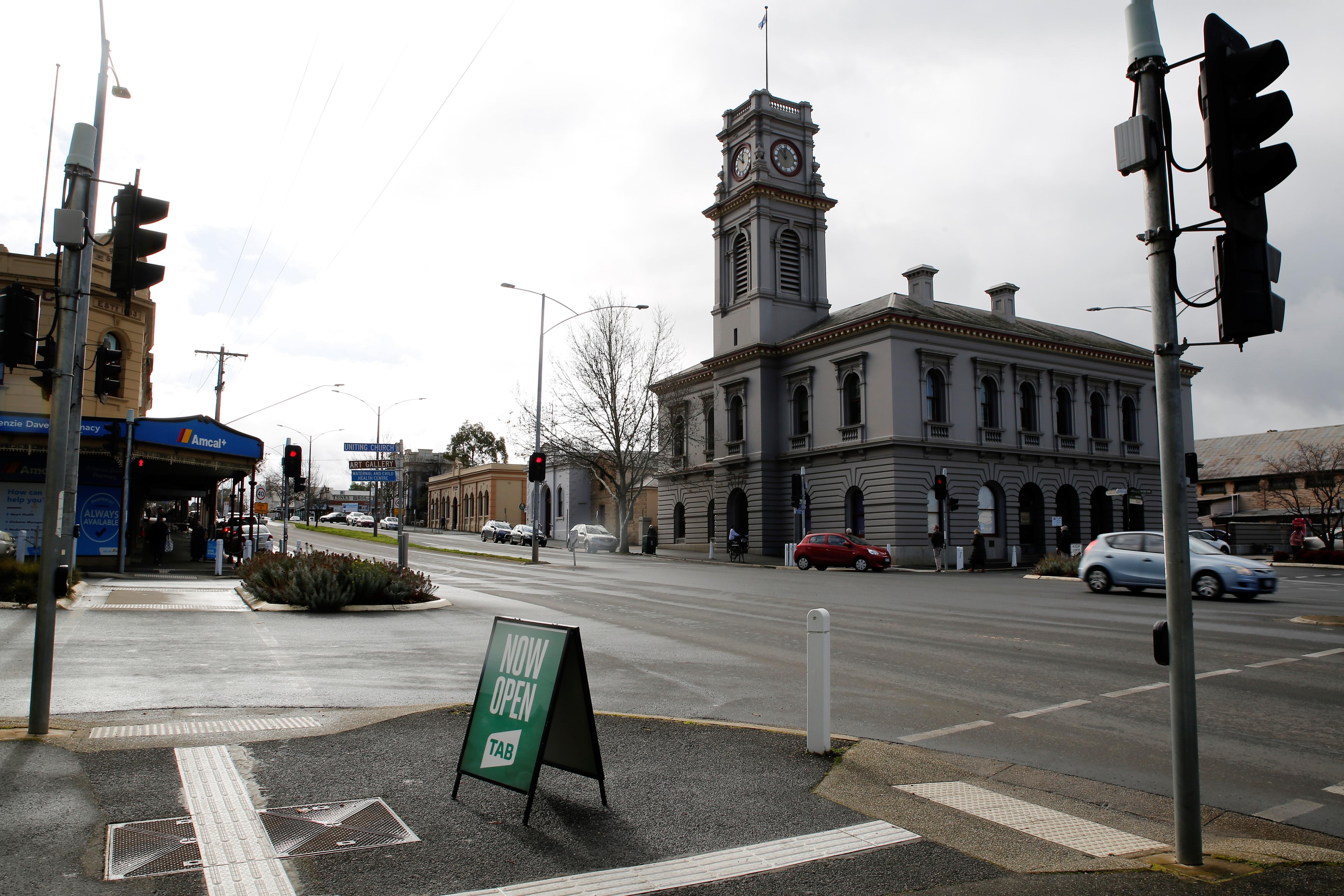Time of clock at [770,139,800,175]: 11:52
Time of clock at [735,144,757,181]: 11:51
